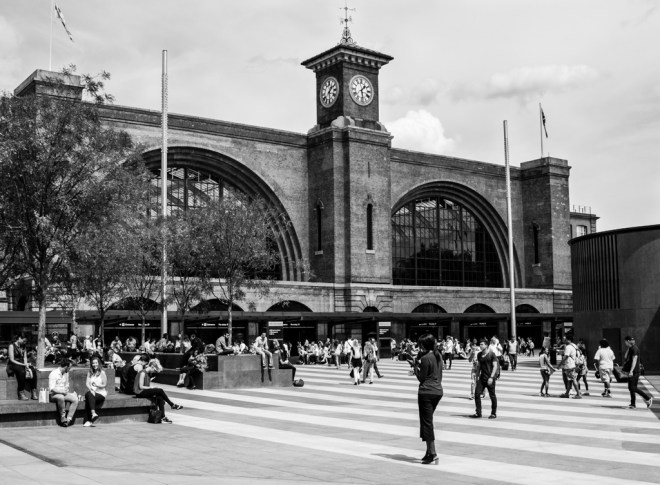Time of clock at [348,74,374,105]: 1:28
